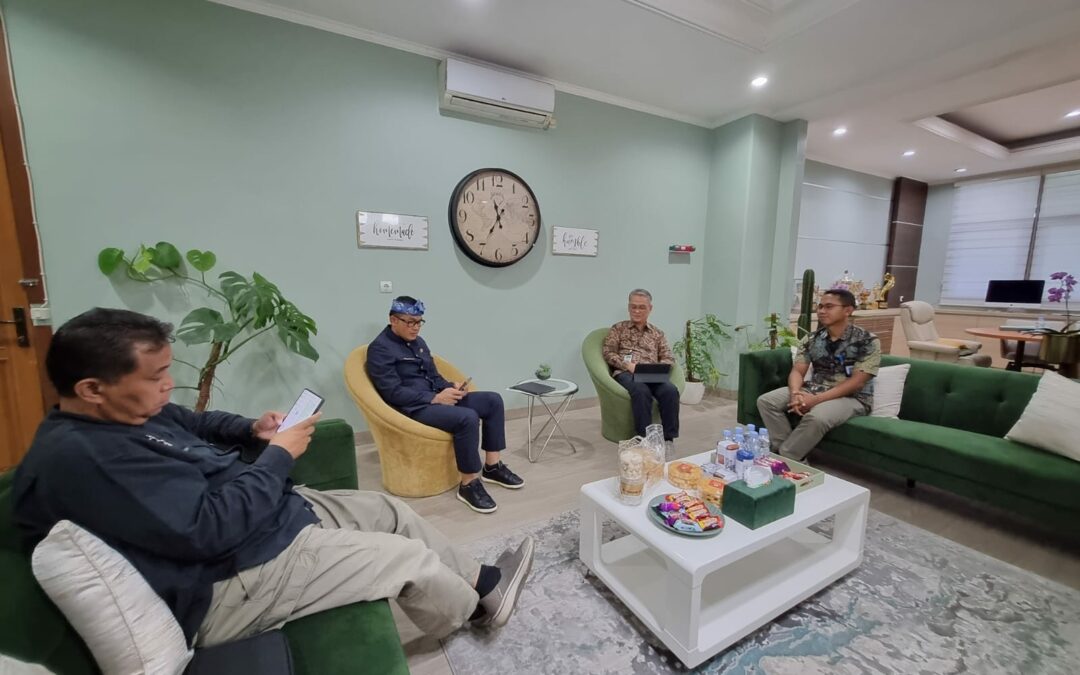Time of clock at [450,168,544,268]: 11:35
